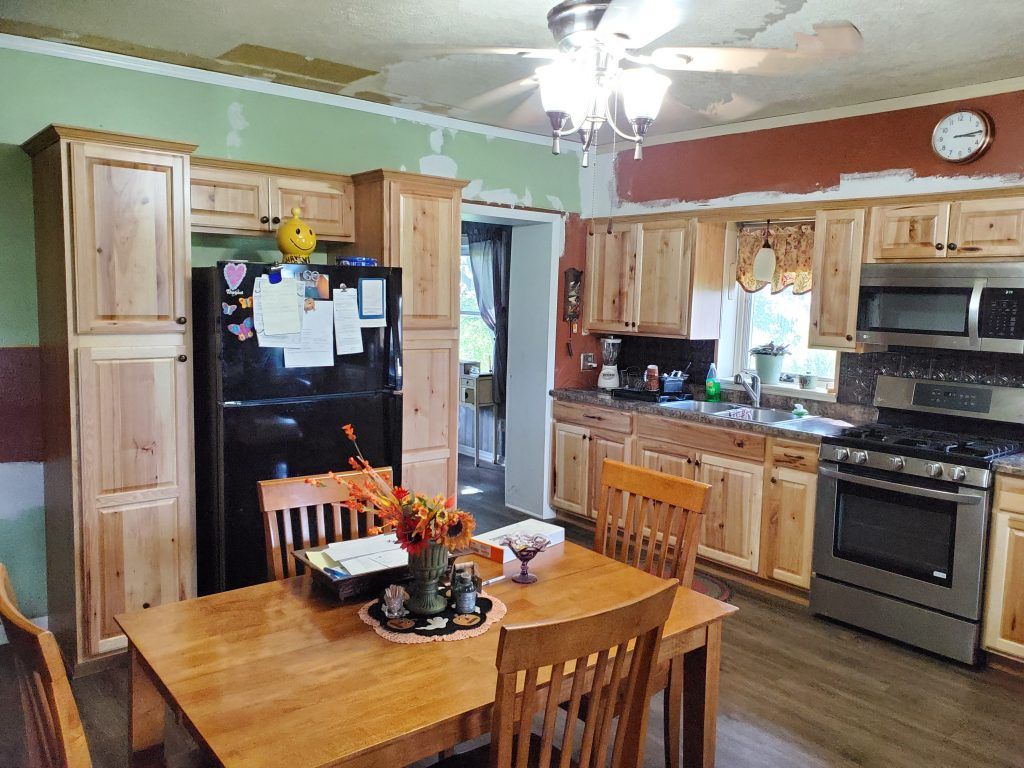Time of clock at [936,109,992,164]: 3:14
